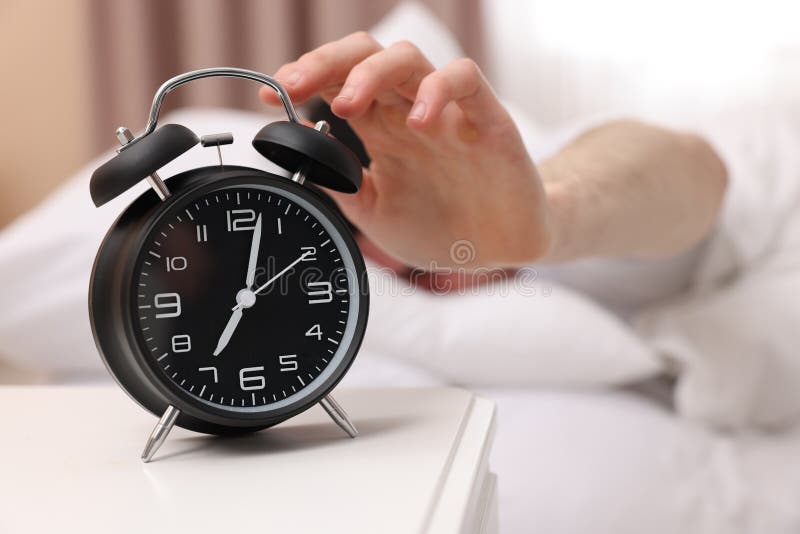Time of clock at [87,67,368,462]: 7:02
